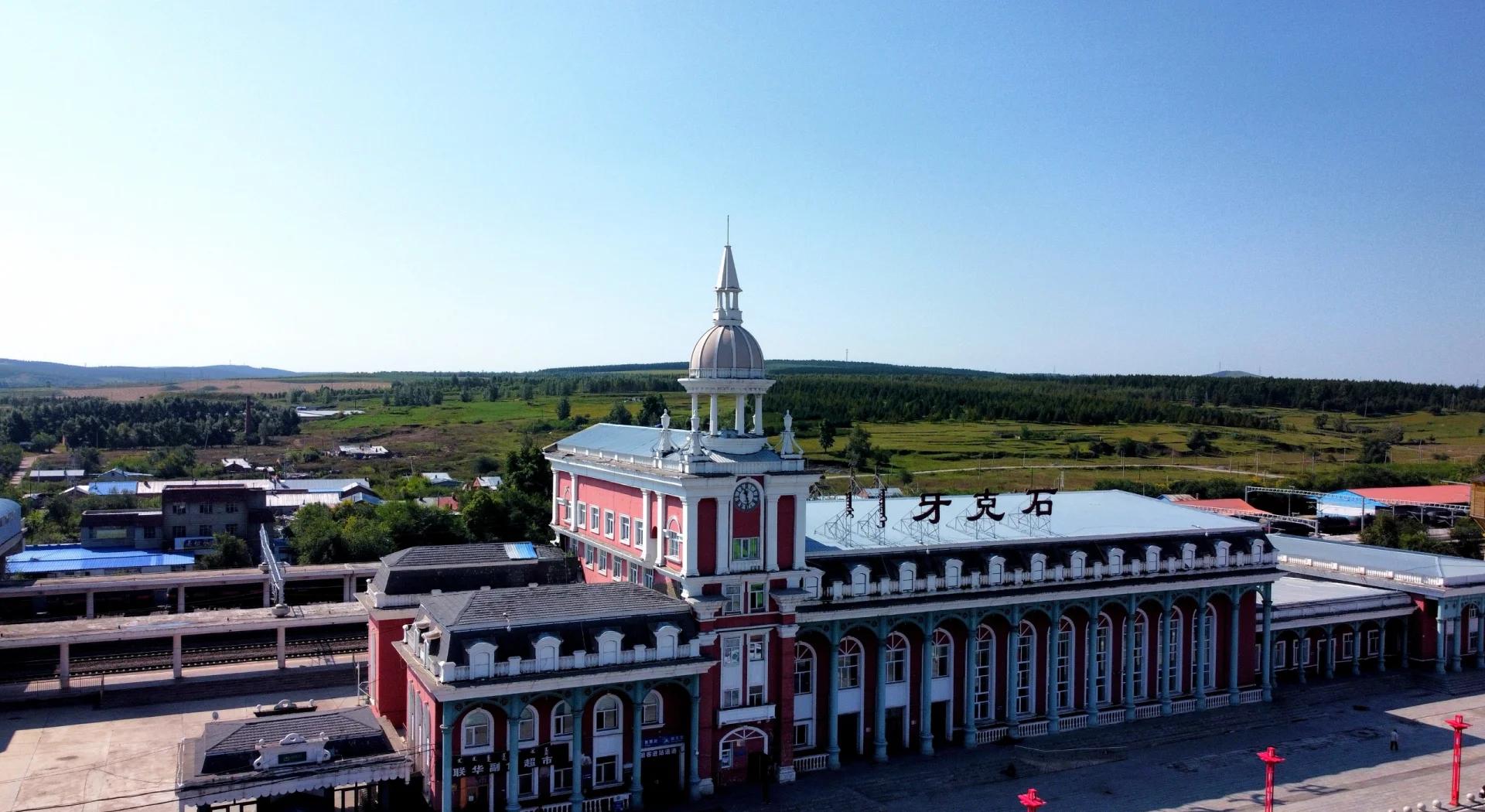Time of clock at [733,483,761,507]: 11:28
